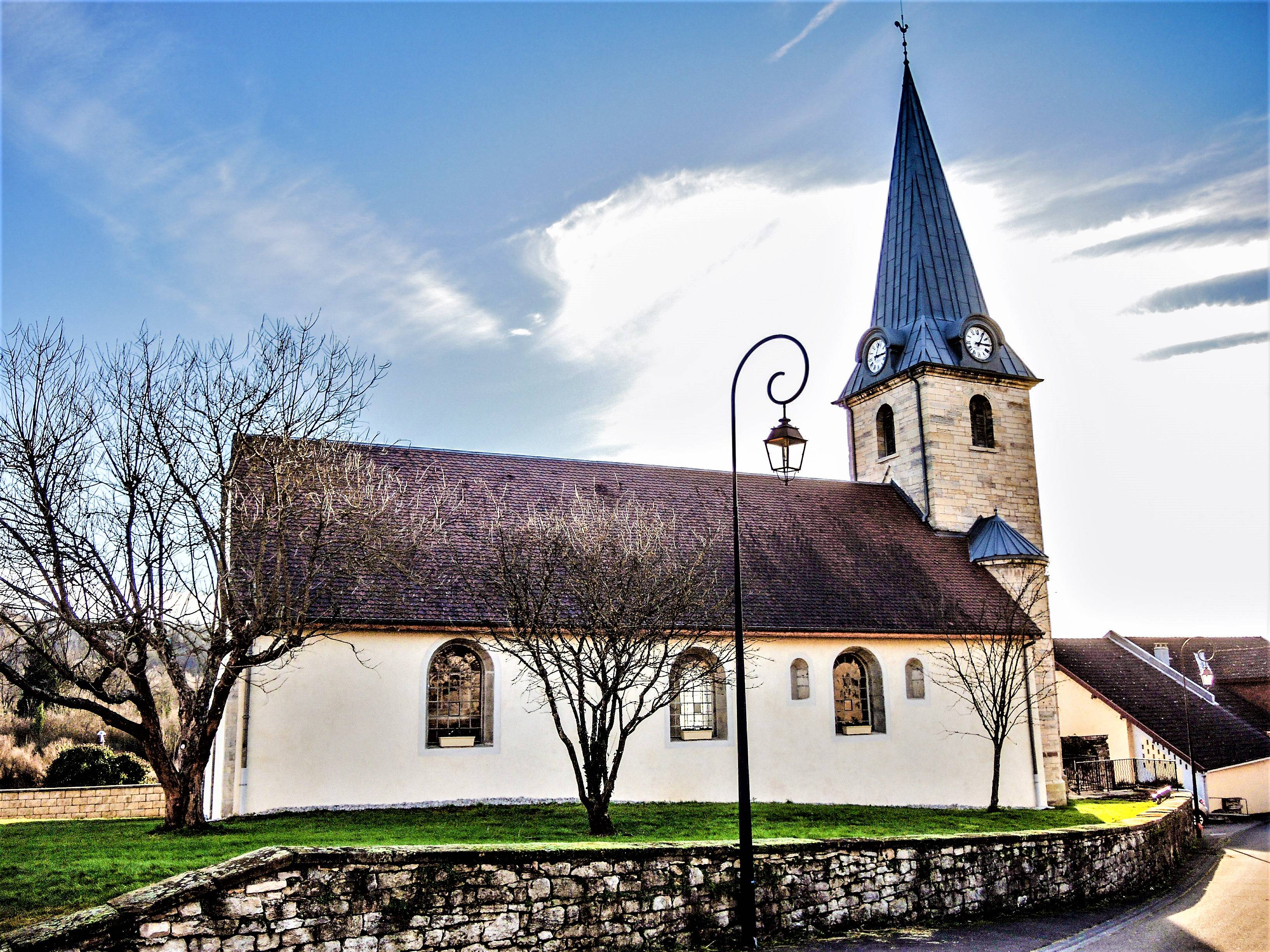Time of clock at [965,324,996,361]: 3:05
